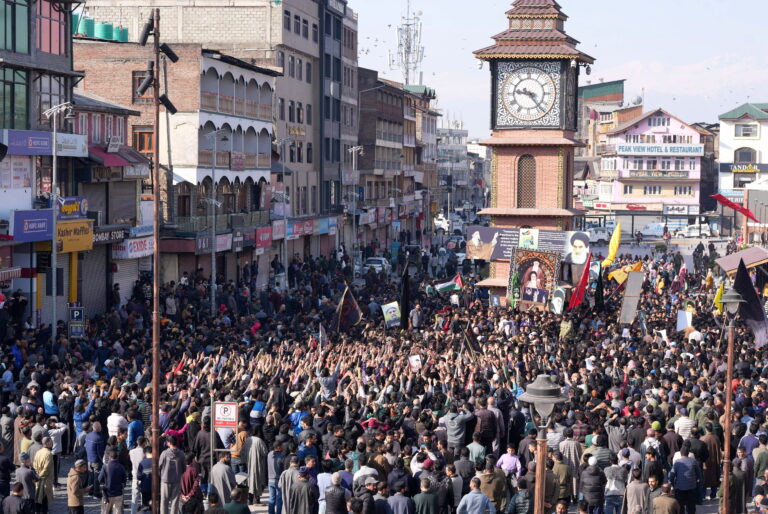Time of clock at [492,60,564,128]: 9:23
